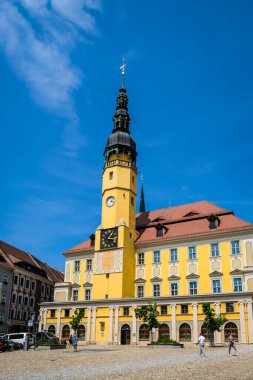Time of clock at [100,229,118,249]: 1:16
